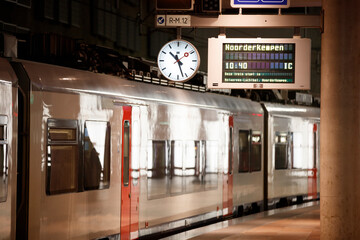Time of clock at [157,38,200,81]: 10:27
